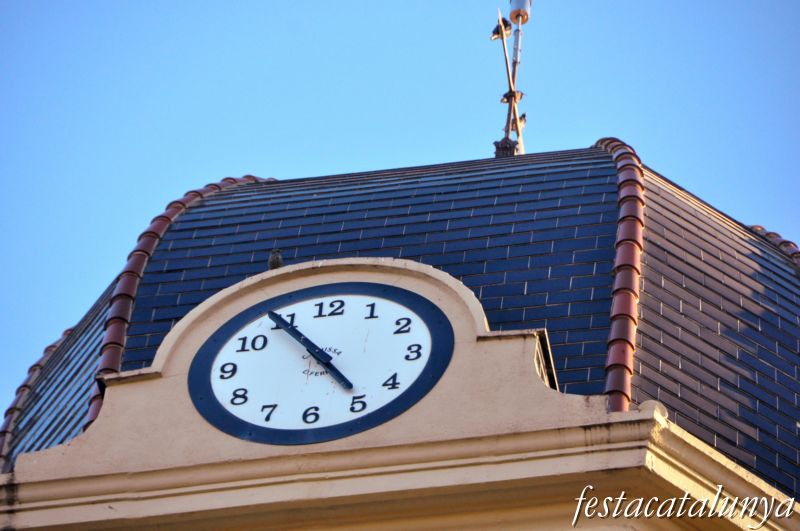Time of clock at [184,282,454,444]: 4:54
